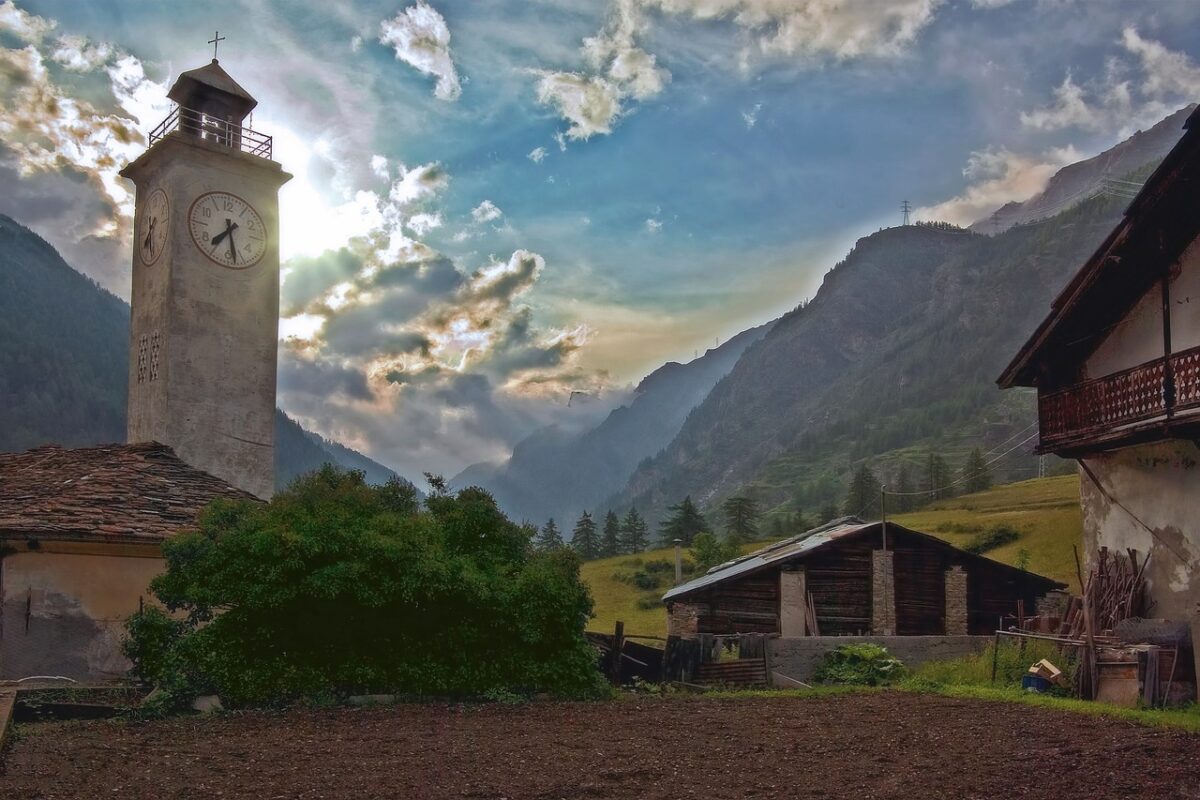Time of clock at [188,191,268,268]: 7:28
